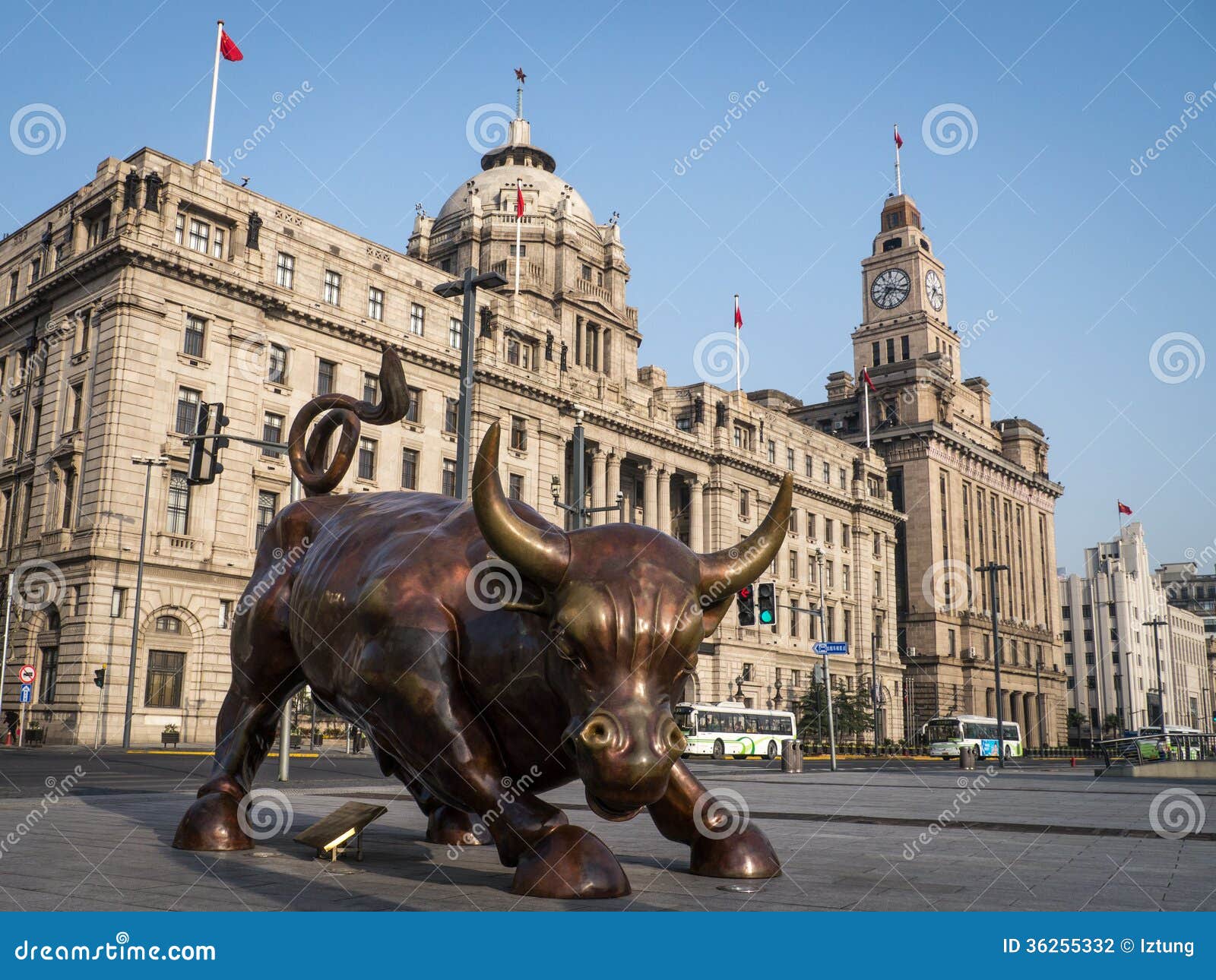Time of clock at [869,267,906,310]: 7:18
